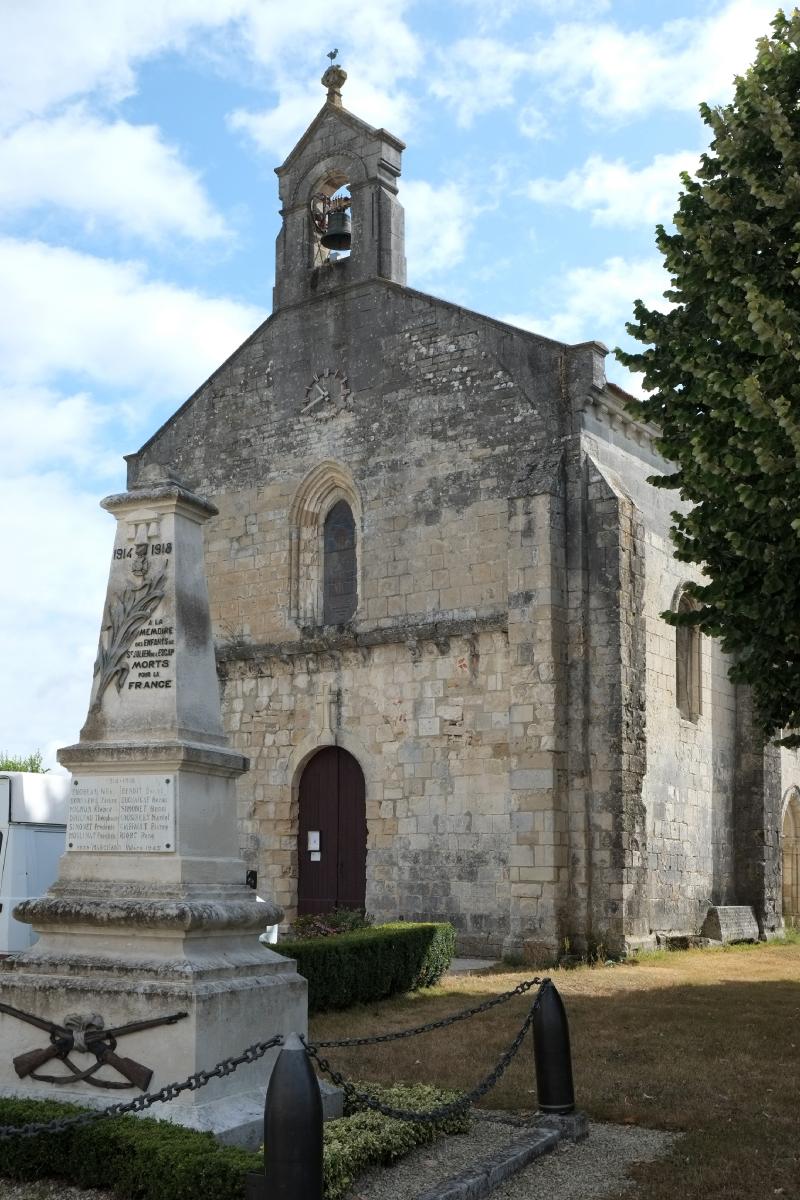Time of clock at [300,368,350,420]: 10:41
